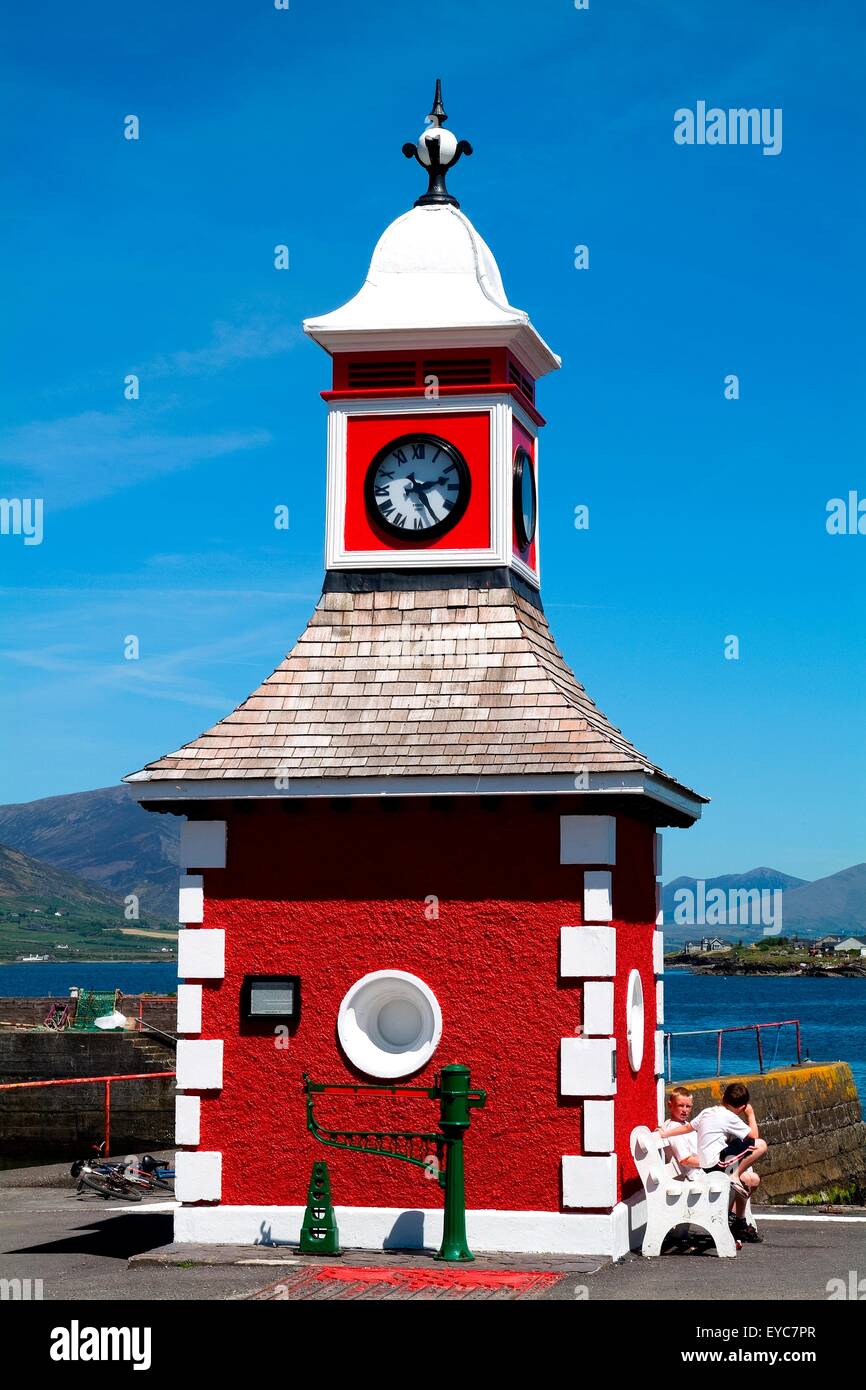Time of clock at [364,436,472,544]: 2:25
